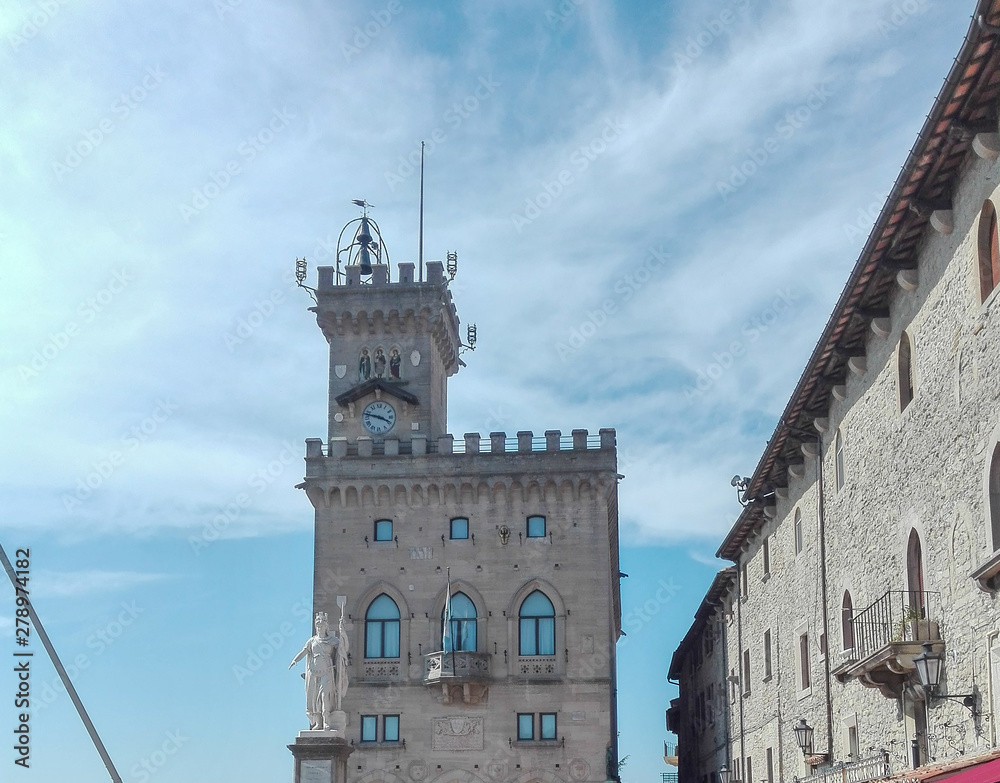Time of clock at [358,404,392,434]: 3:47
